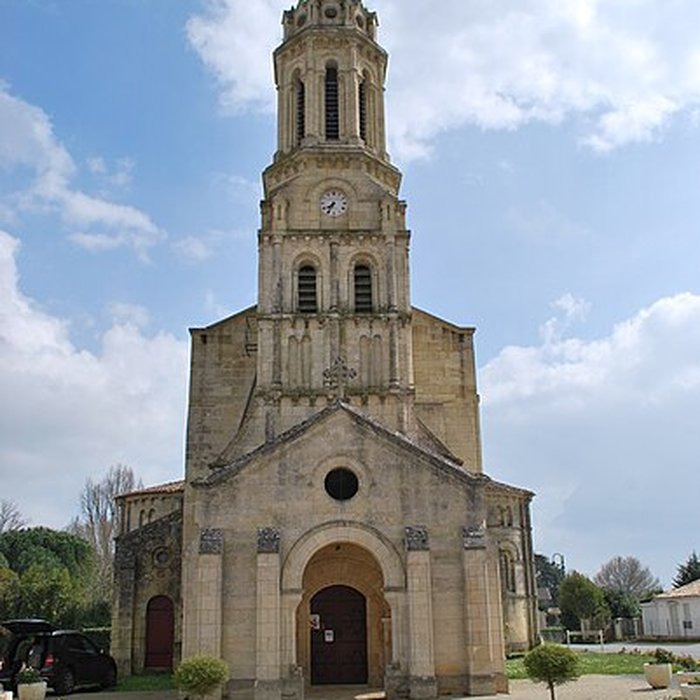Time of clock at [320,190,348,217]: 7:34
